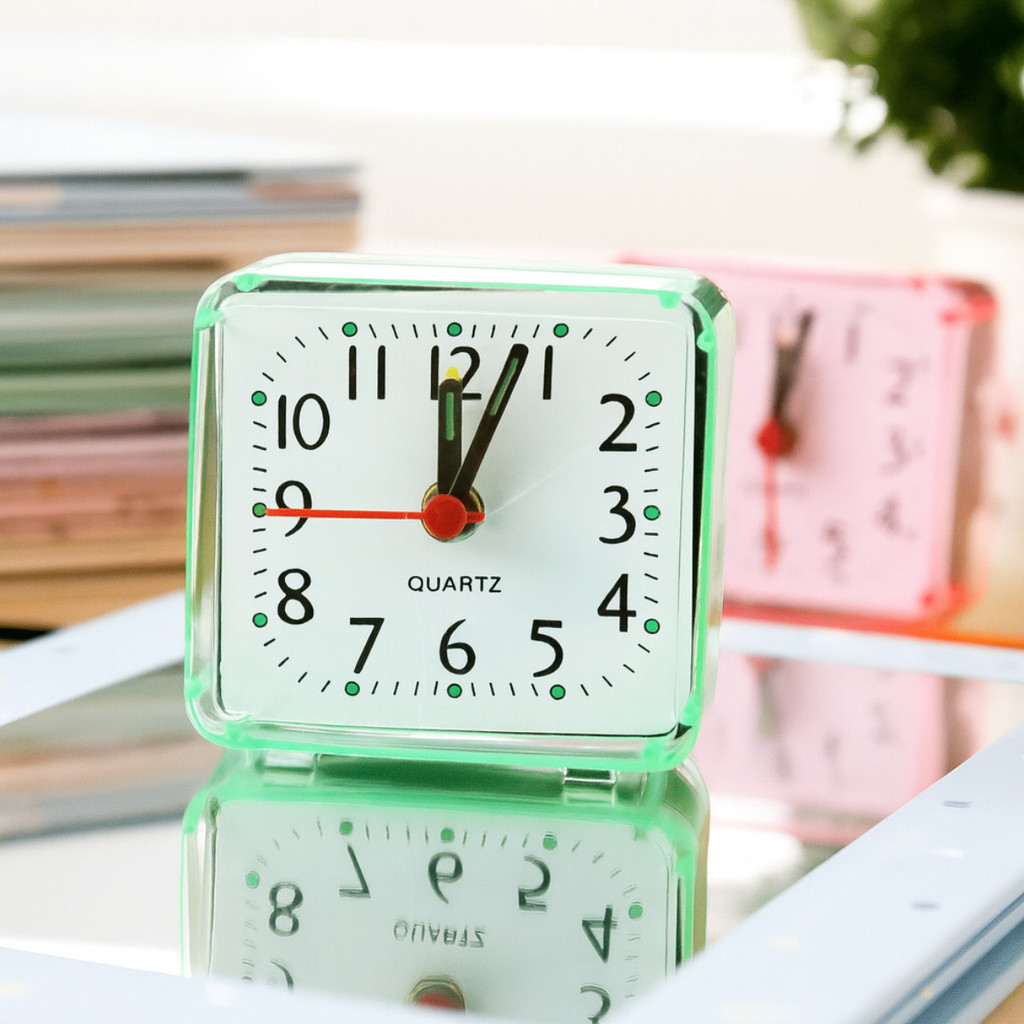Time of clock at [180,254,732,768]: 12:03
